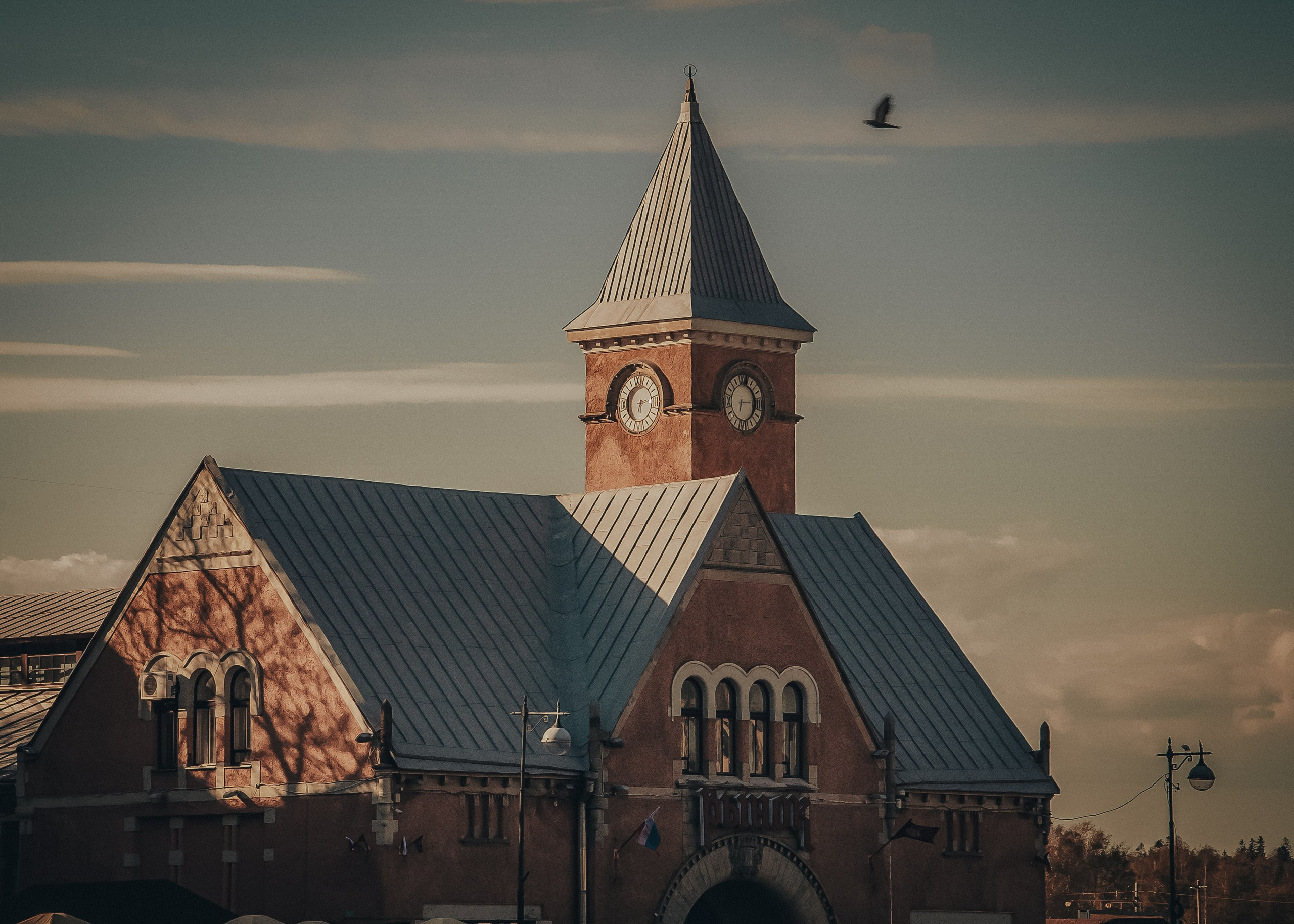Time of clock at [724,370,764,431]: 6:14
